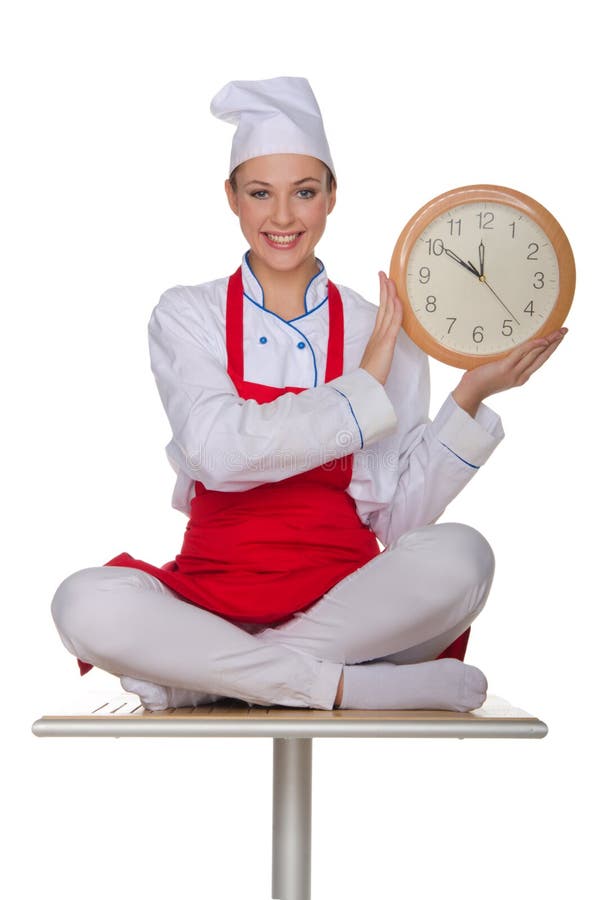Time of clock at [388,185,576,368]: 11:50
